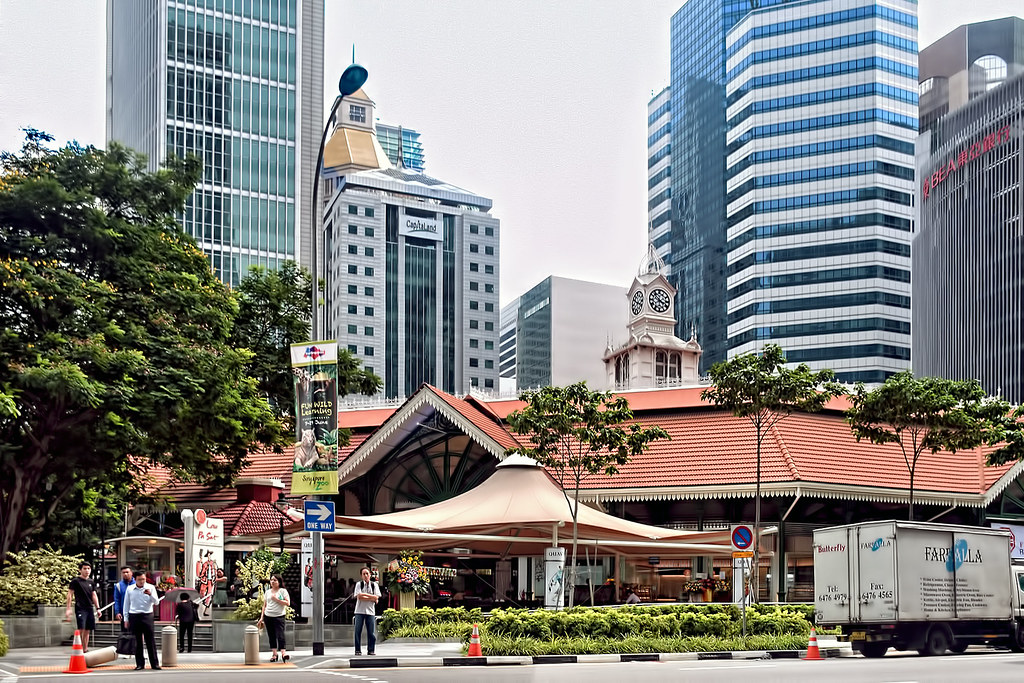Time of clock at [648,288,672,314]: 3:51
